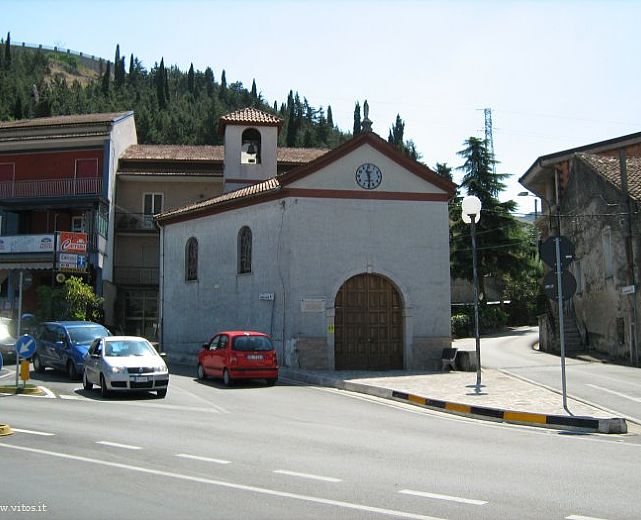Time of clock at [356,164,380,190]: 11:29
